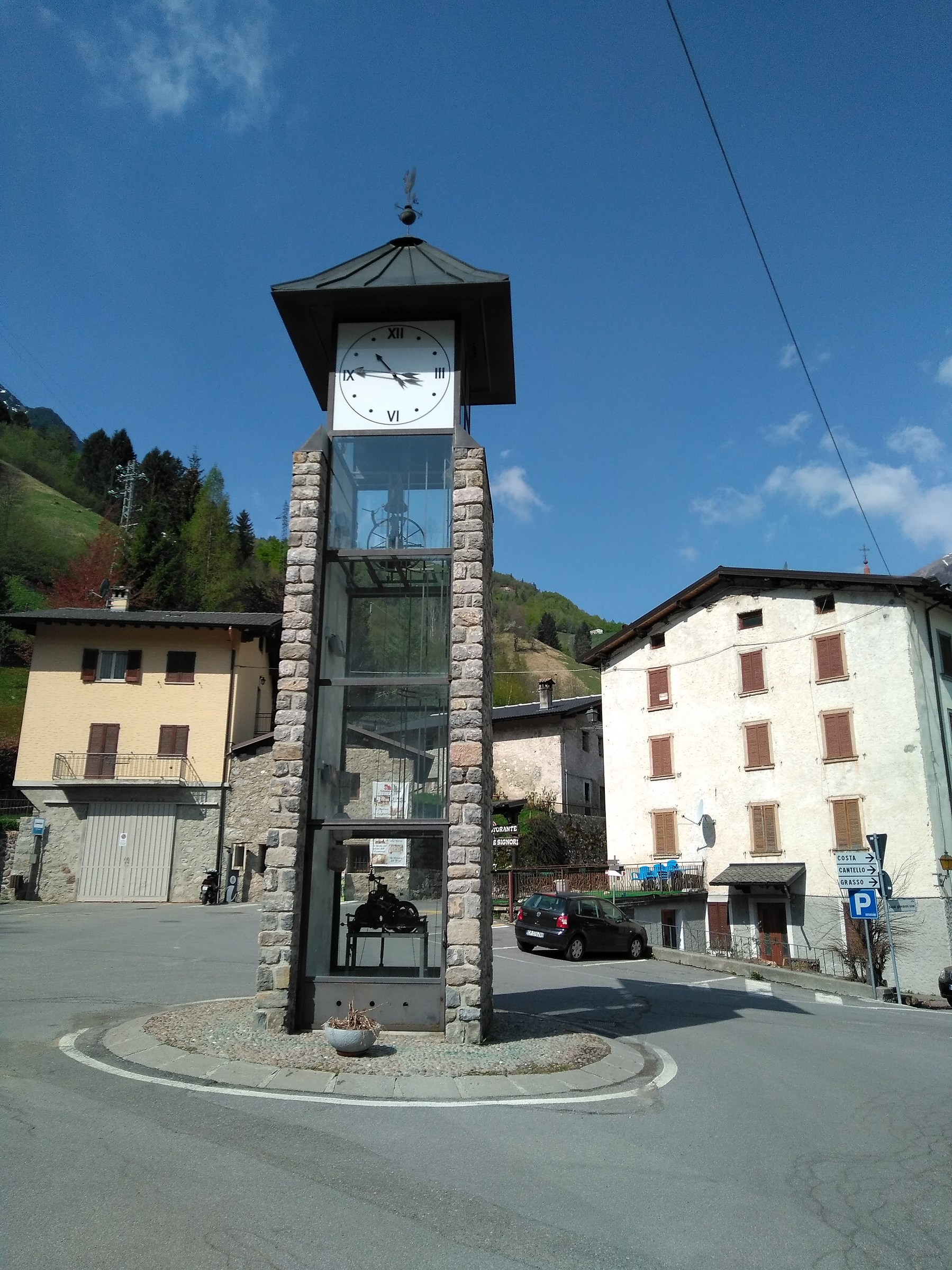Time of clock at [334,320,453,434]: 10:45
